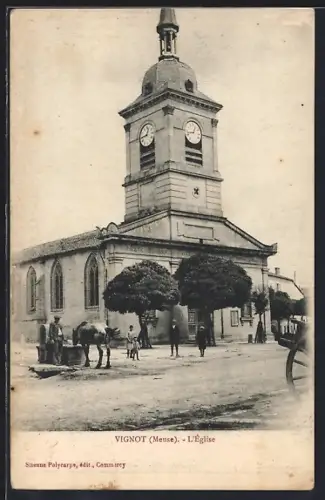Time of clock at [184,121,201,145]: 12:42
